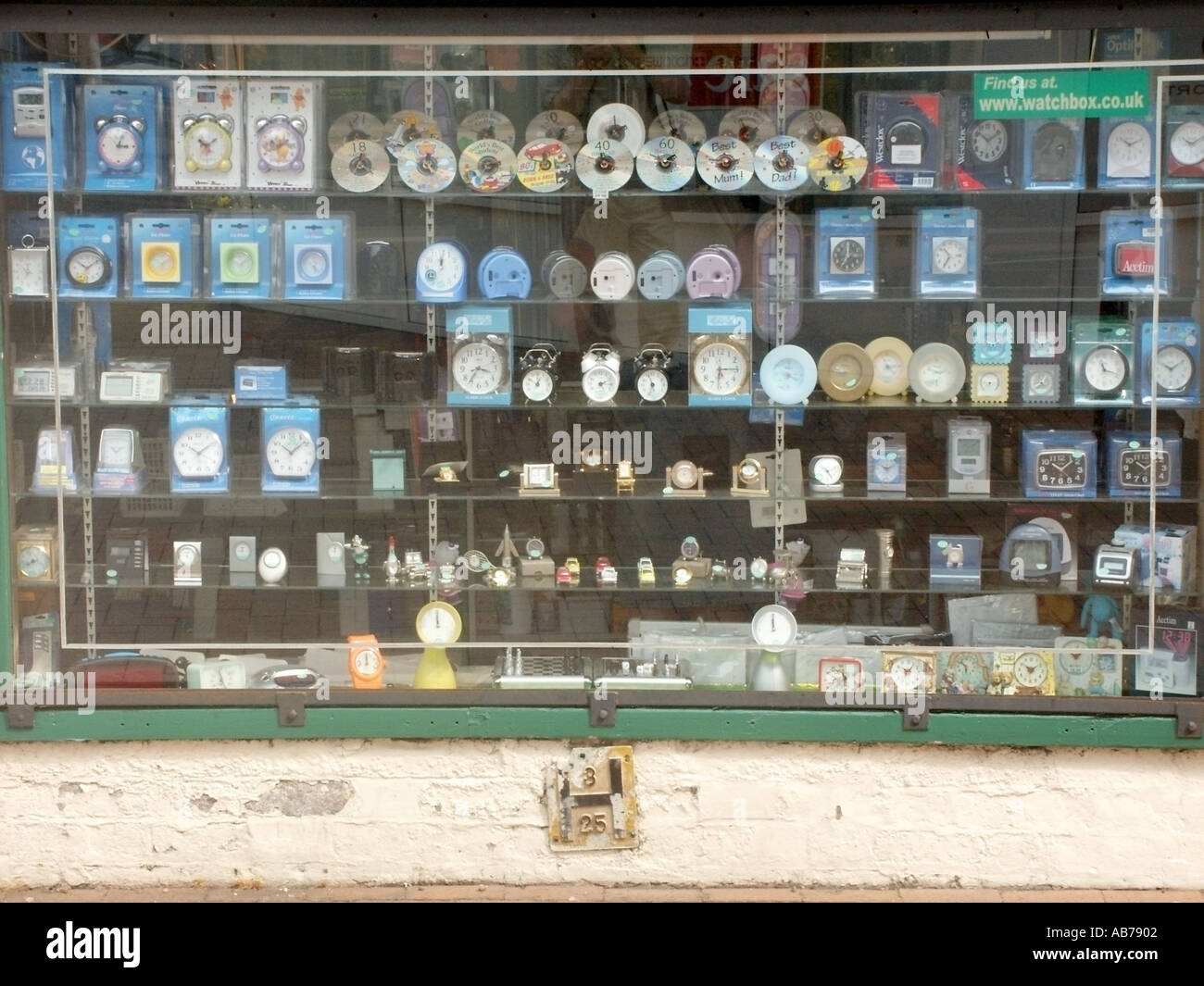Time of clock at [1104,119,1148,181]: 10:11
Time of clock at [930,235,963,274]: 10:34
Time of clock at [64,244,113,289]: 10:08
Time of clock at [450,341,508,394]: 3:36
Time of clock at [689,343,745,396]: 6:14
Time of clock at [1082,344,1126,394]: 11:17
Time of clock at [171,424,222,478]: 10:09
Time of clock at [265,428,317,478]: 10:08
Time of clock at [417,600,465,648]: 12:00
